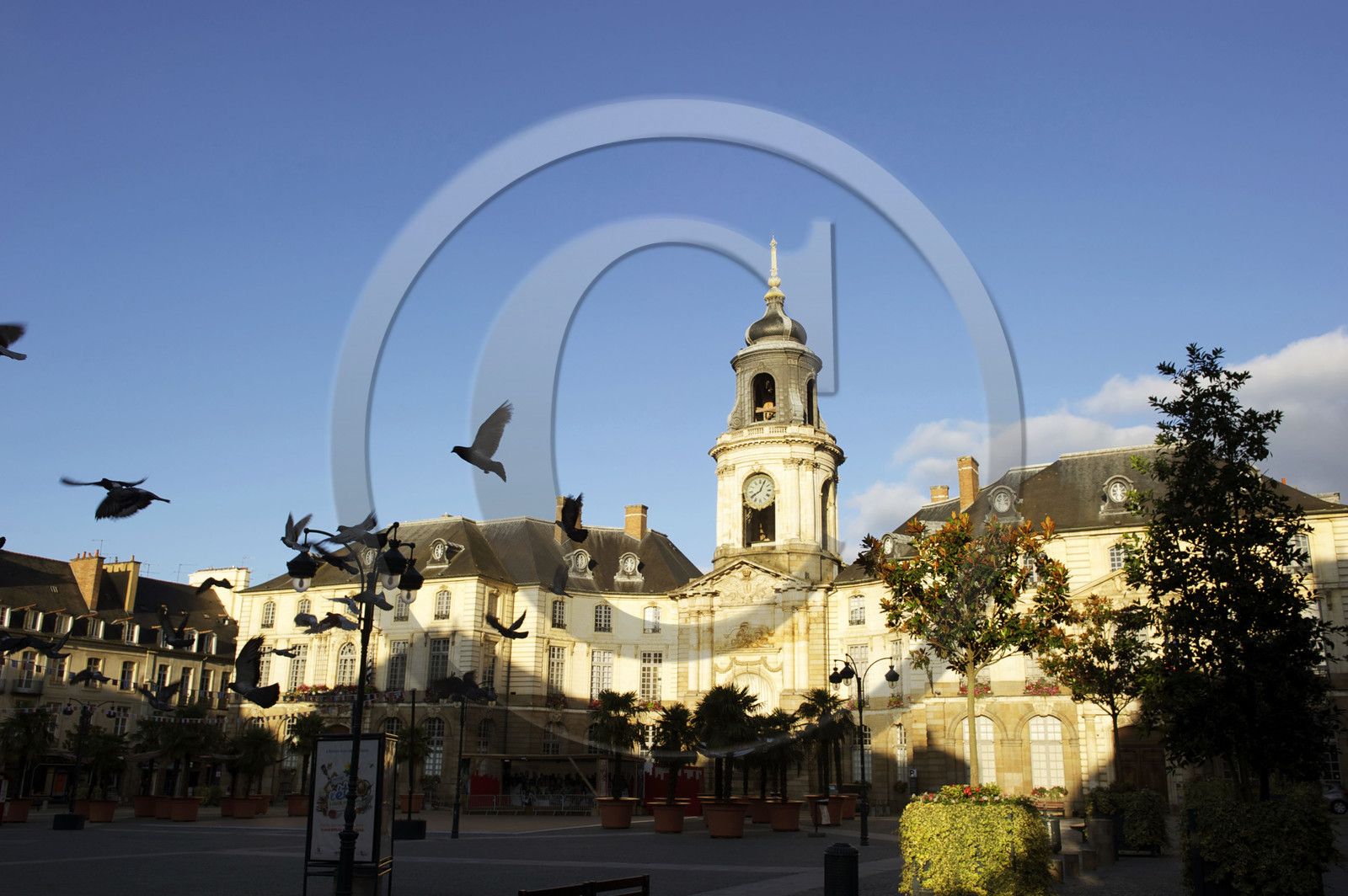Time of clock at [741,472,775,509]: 8:04
